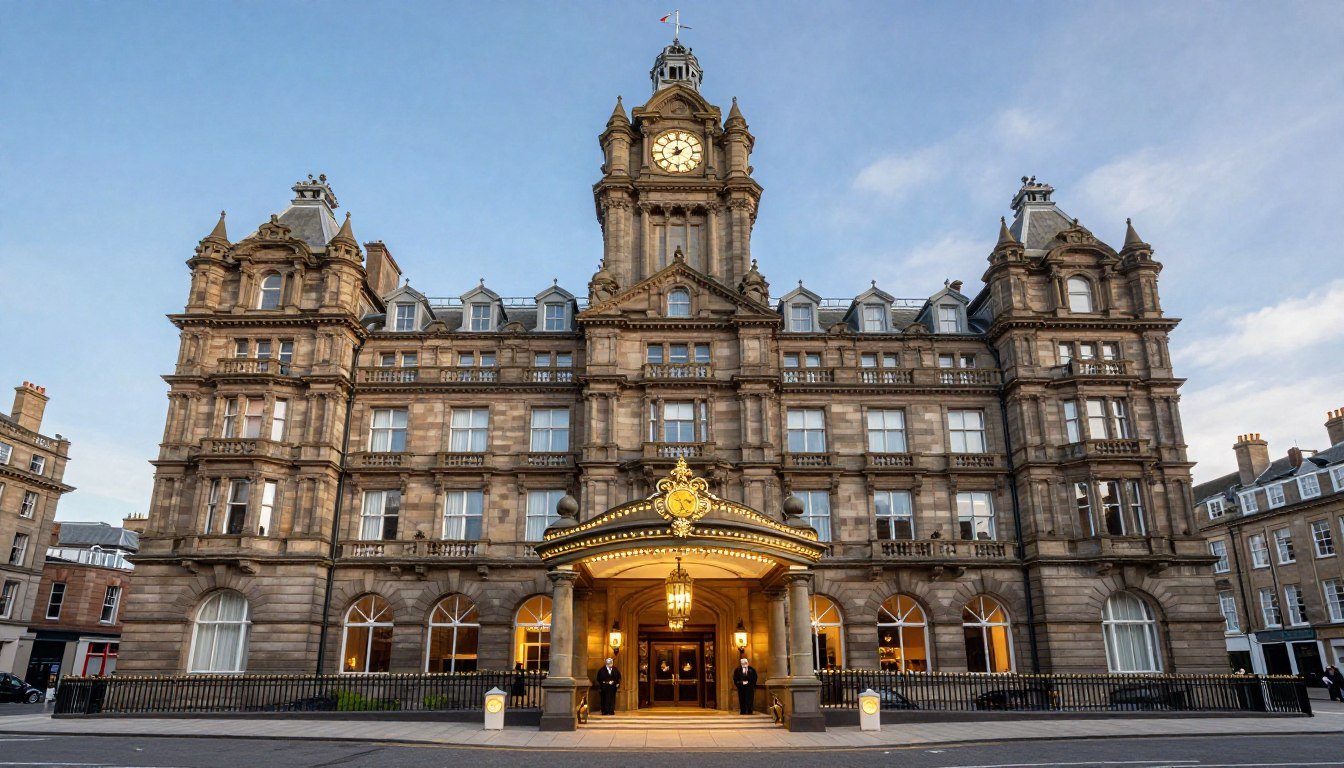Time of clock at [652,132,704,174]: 1:39
